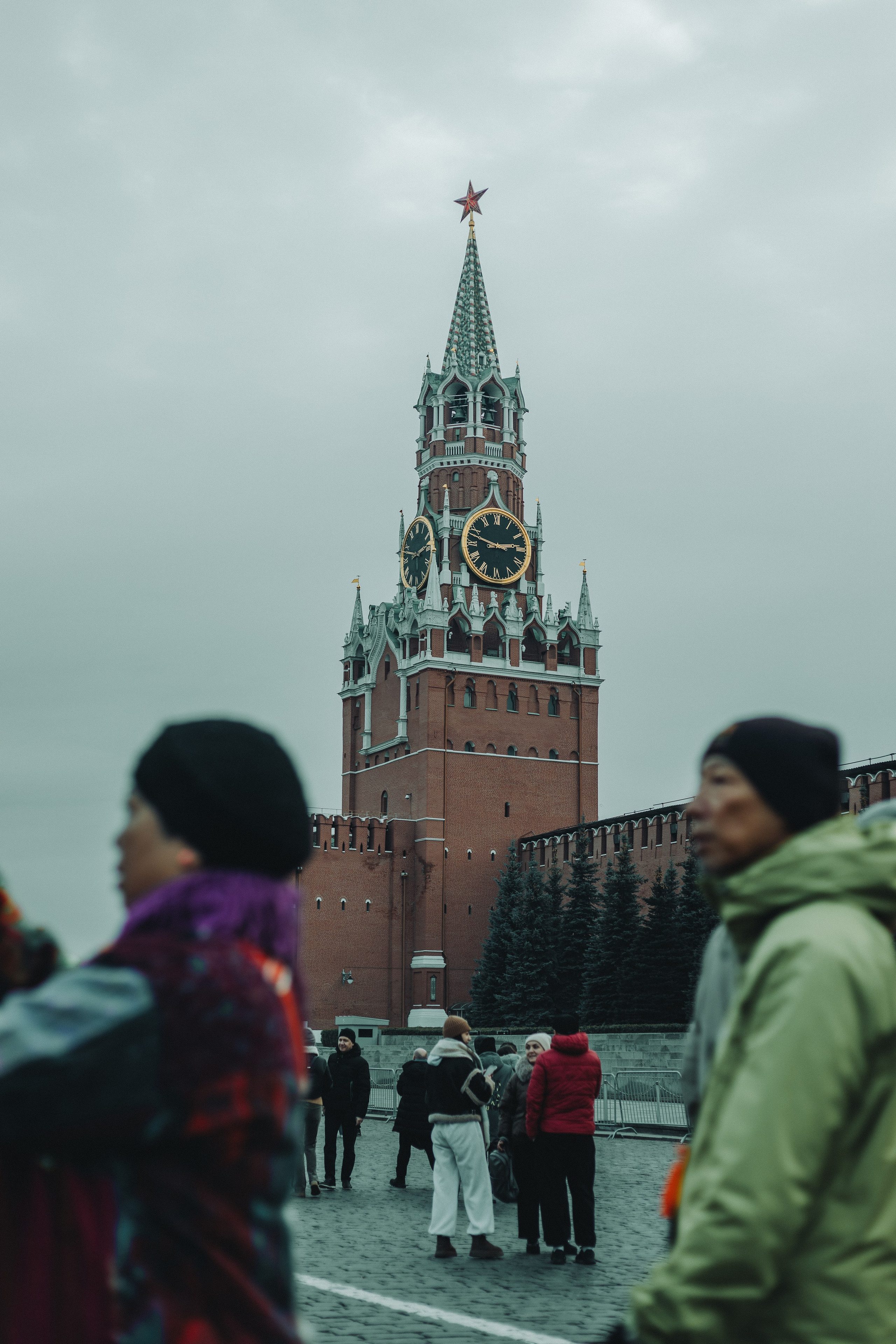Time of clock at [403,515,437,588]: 2:48
